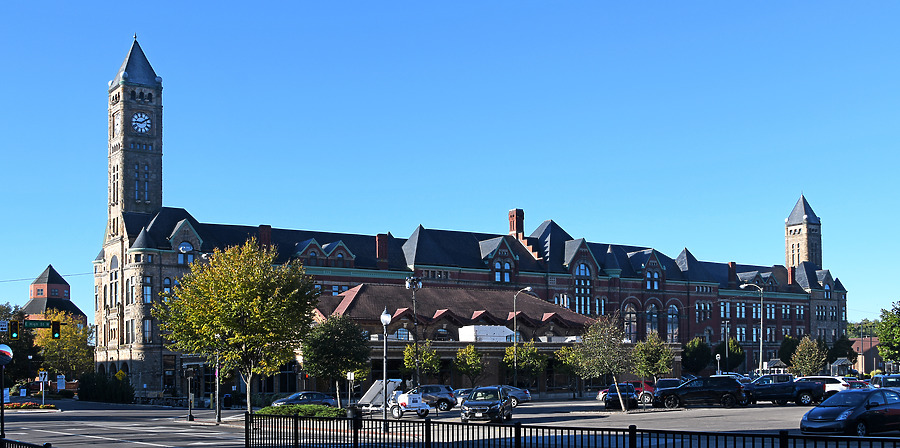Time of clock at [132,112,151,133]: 9:09
